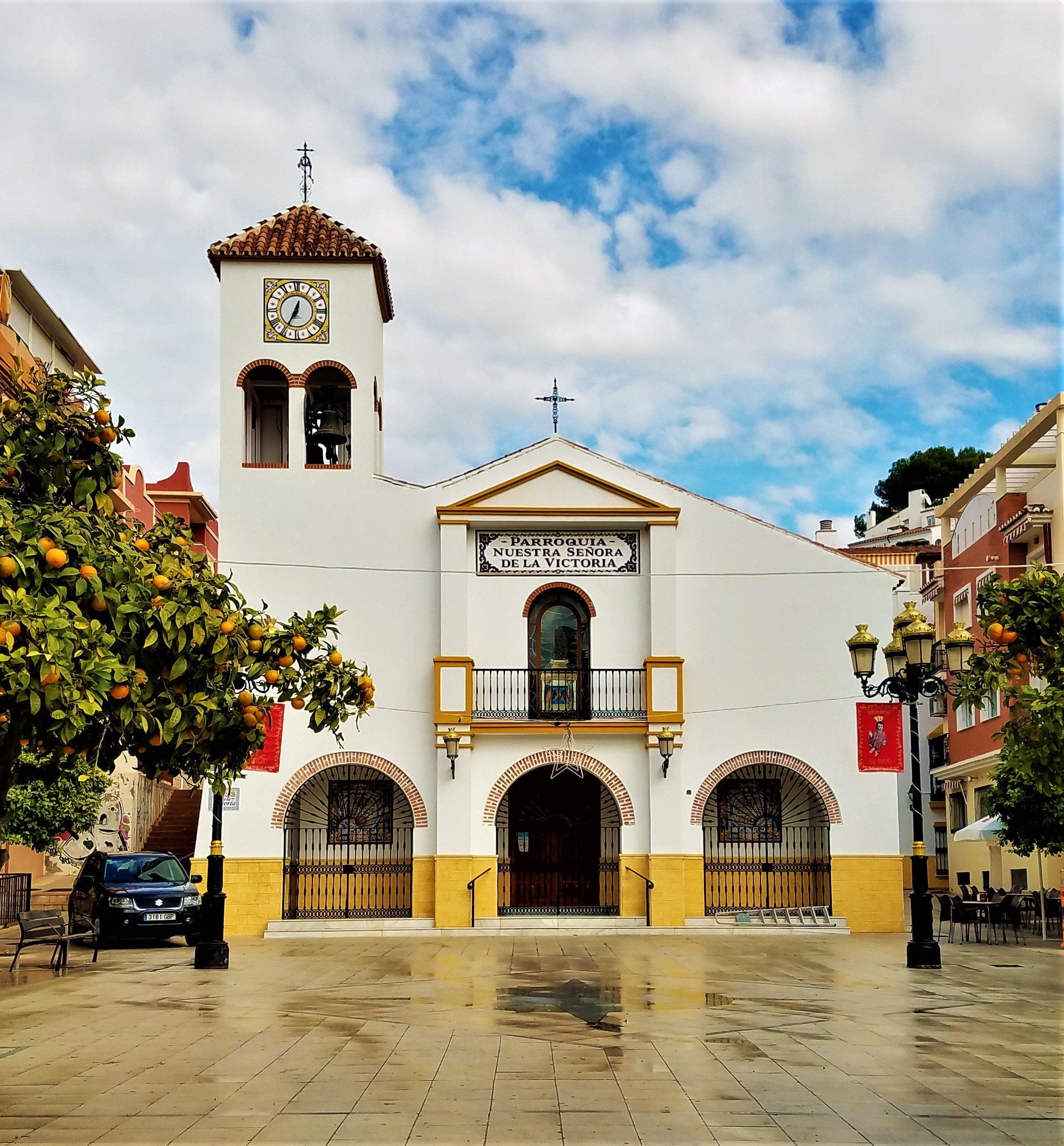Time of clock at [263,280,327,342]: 12:34
